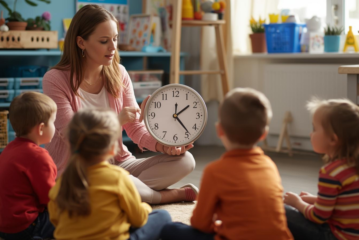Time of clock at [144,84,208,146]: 12:23
